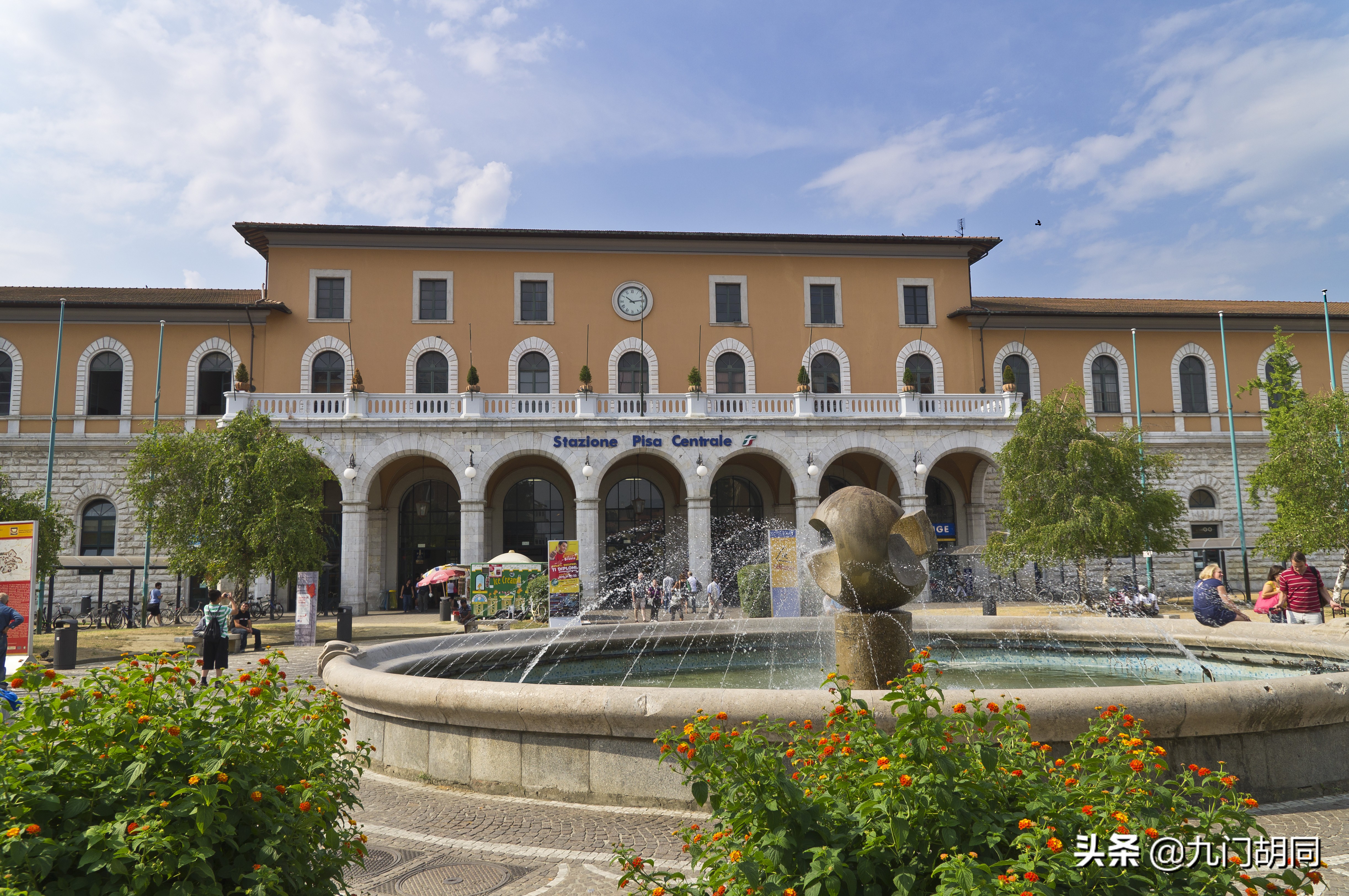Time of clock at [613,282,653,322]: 10:13
